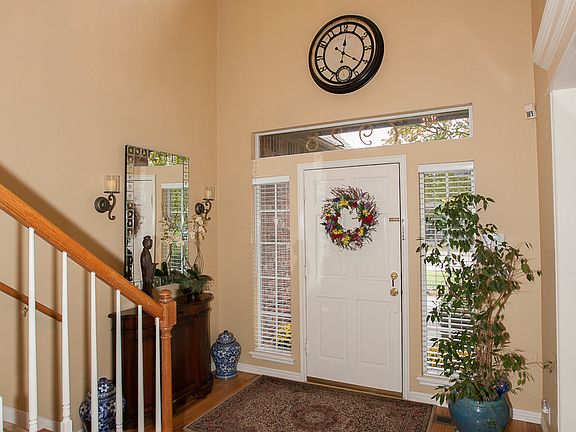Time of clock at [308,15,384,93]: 12:20
